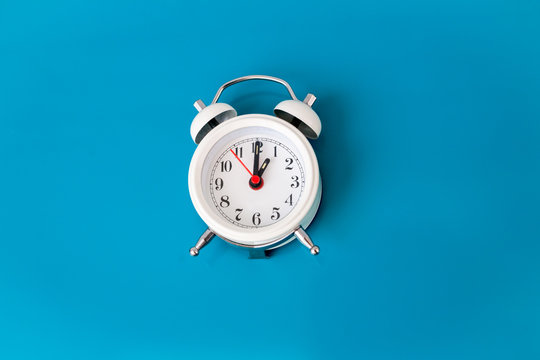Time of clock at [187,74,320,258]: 1:00
